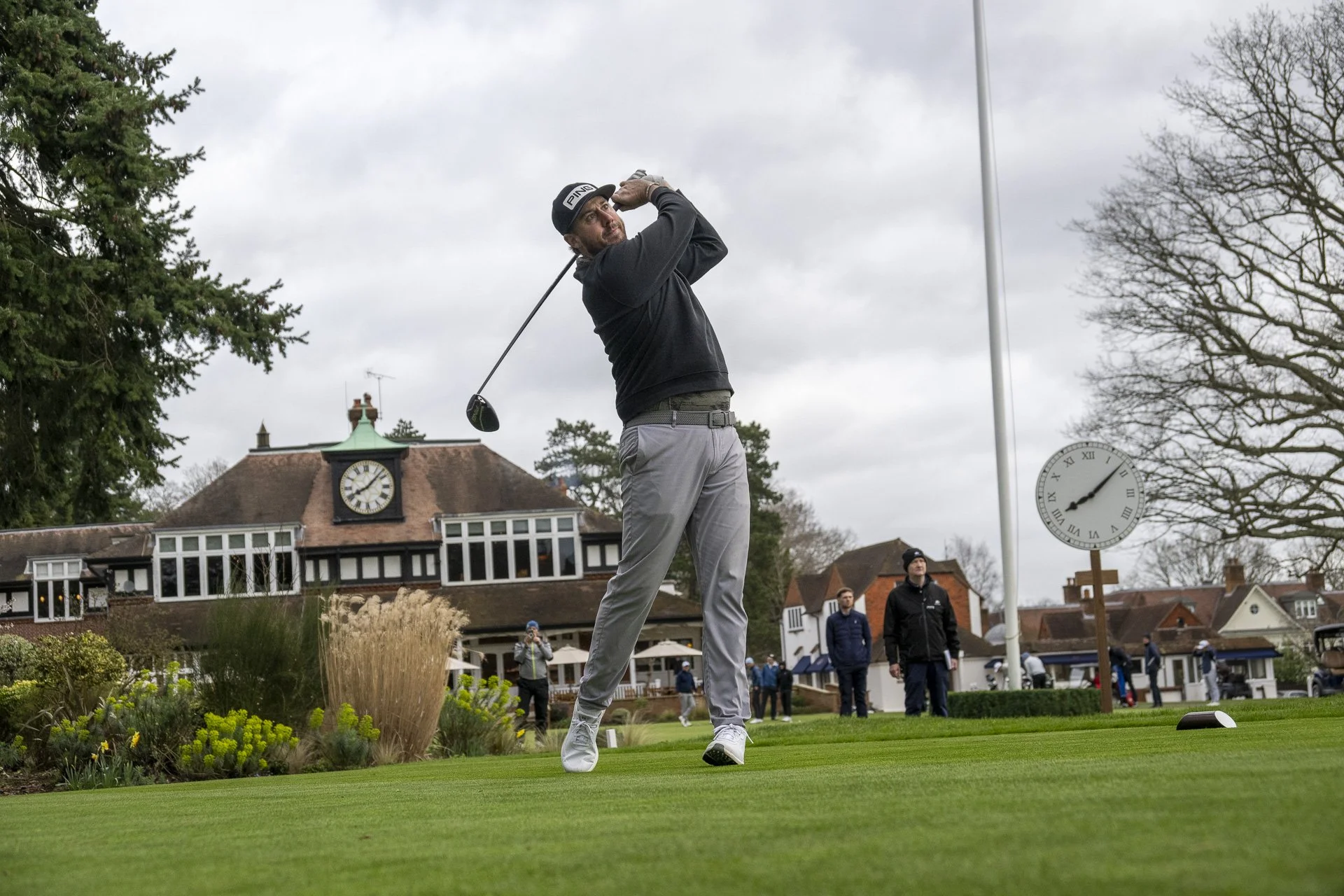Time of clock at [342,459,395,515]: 8:07
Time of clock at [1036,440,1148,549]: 8:08
